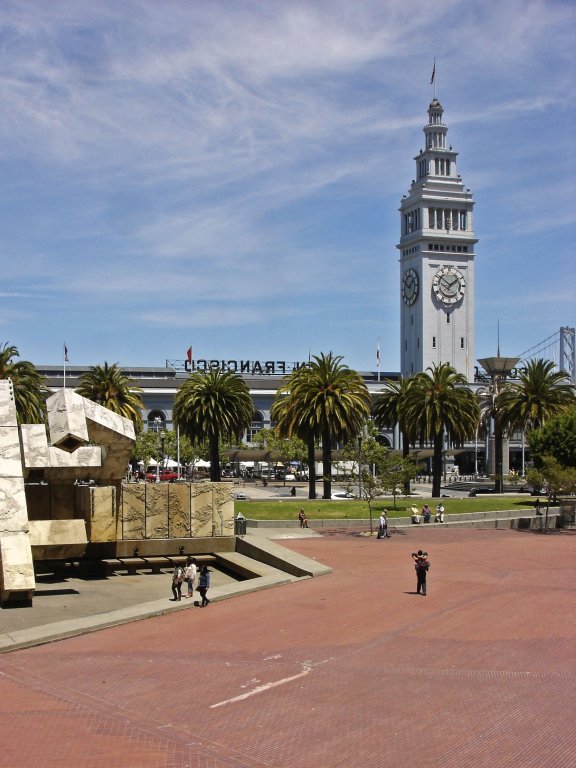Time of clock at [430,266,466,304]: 1:51
